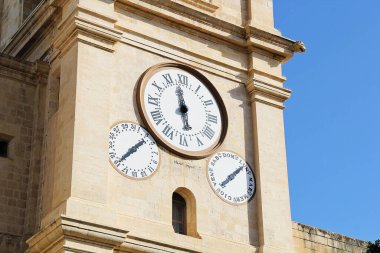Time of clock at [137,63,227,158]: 5:58
